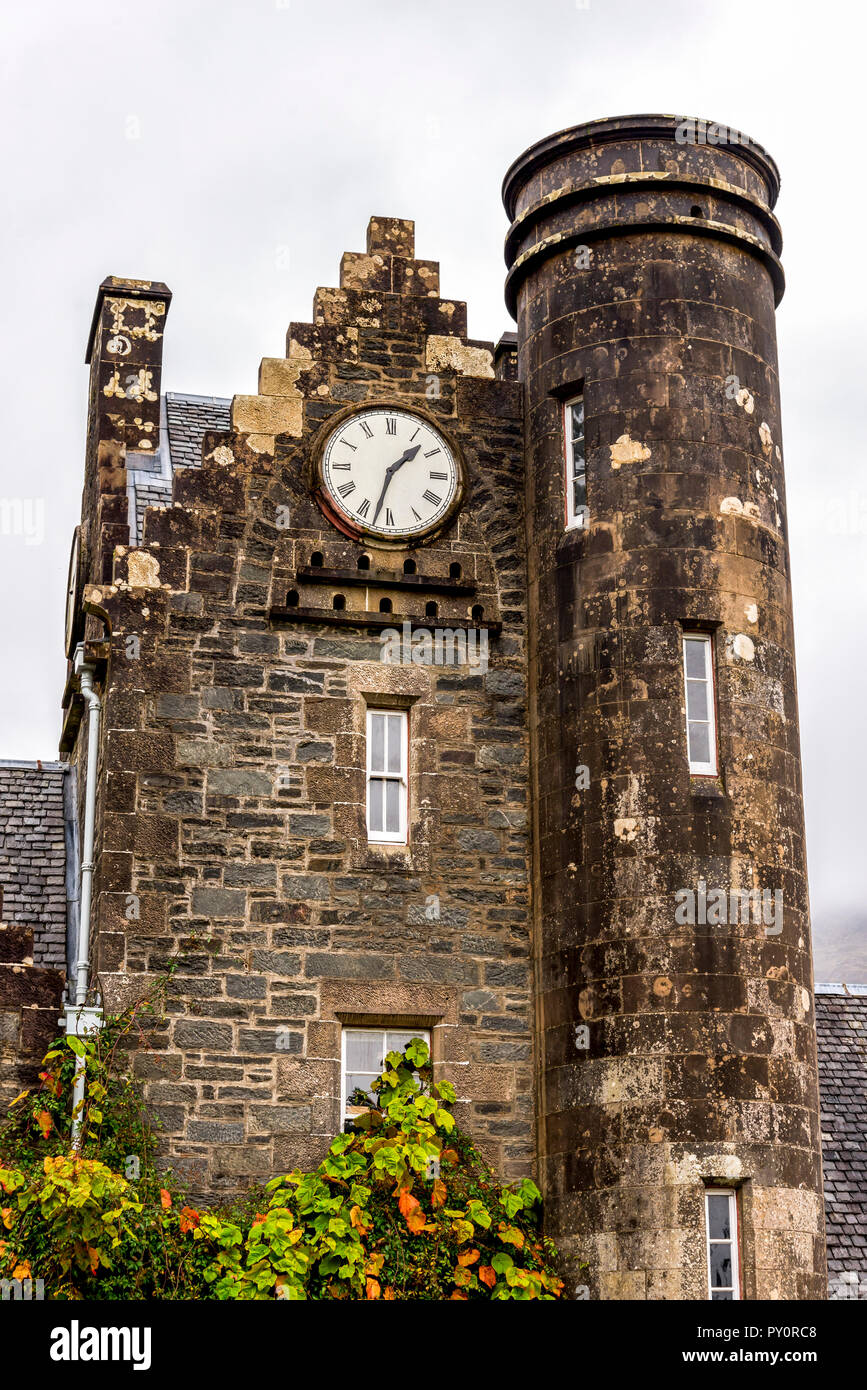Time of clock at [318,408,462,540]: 1:32
